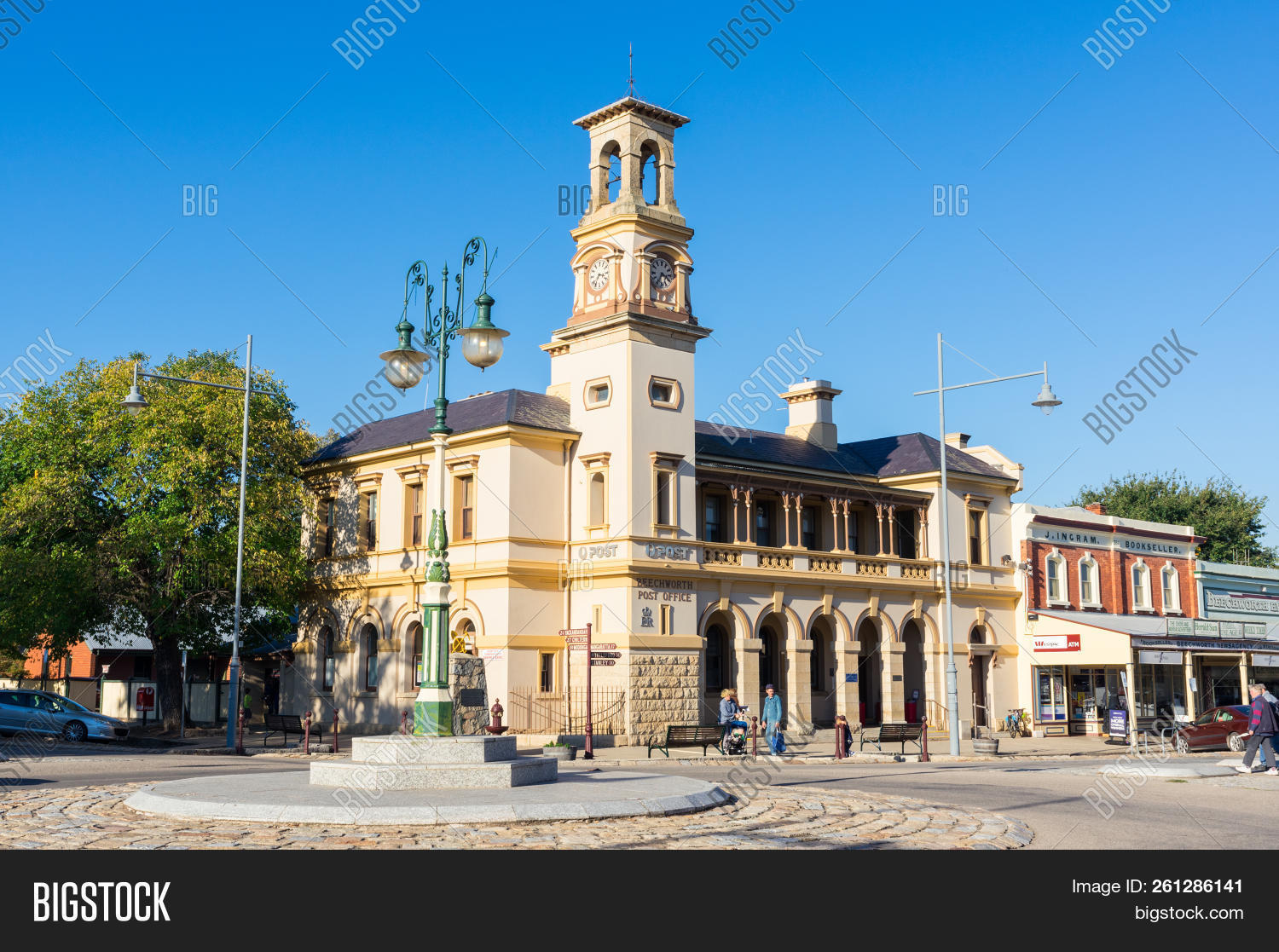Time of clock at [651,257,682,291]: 3:34
